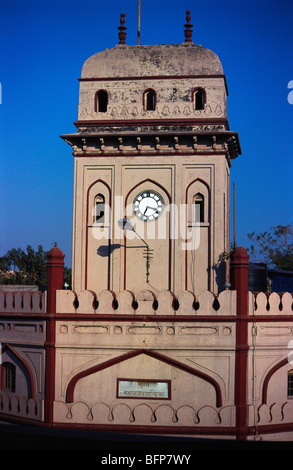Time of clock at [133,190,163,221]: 3:33
